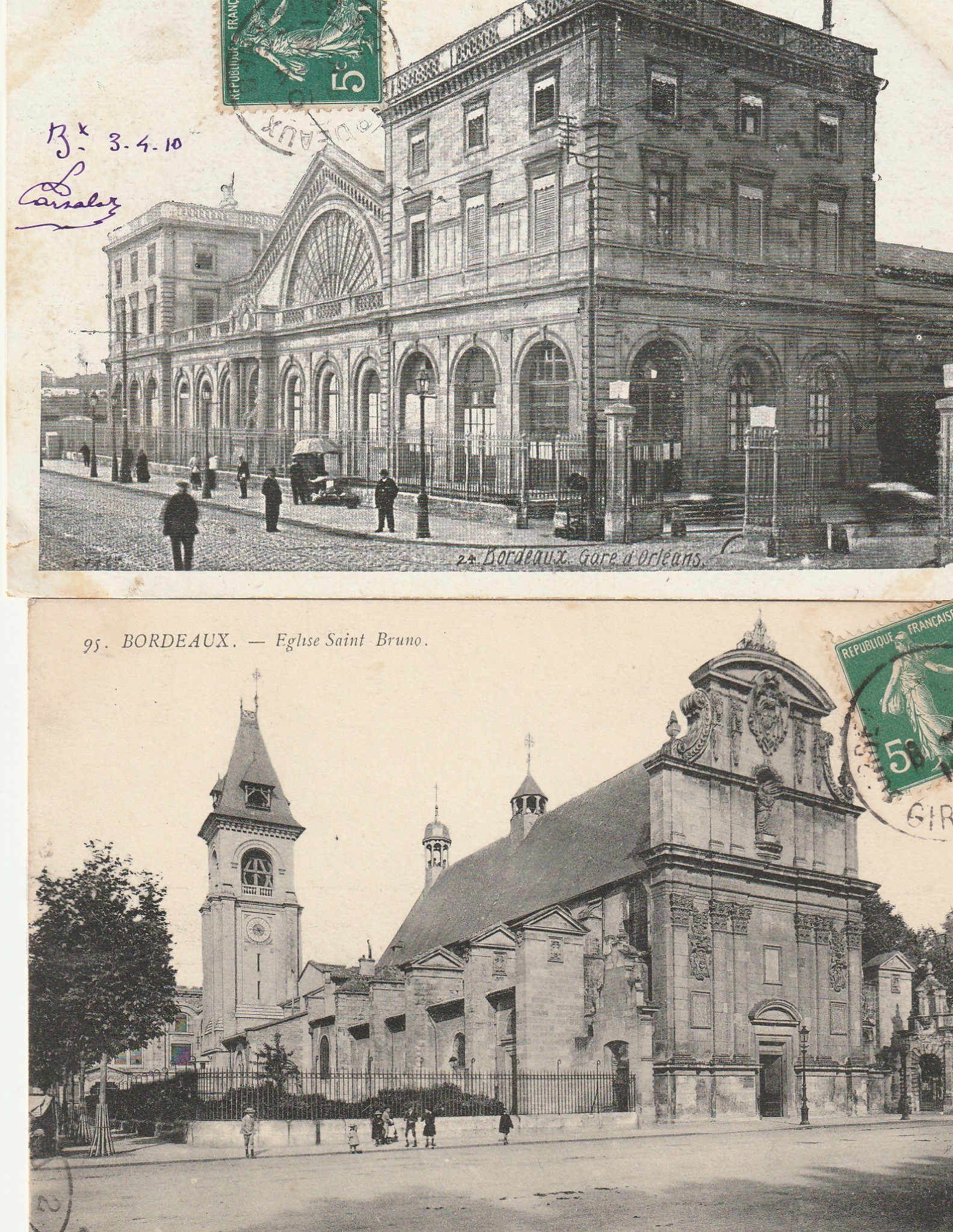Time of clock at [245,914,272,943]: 4:44
